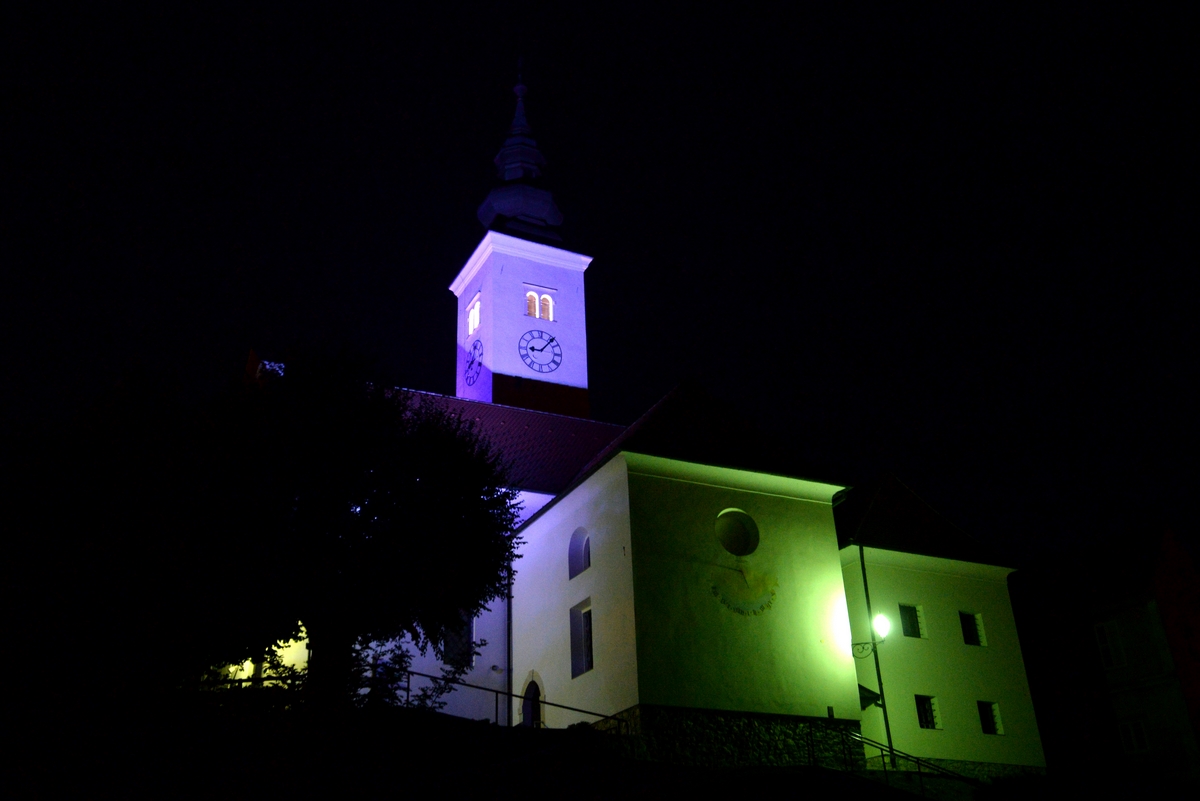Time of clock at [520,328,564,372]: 9:07
